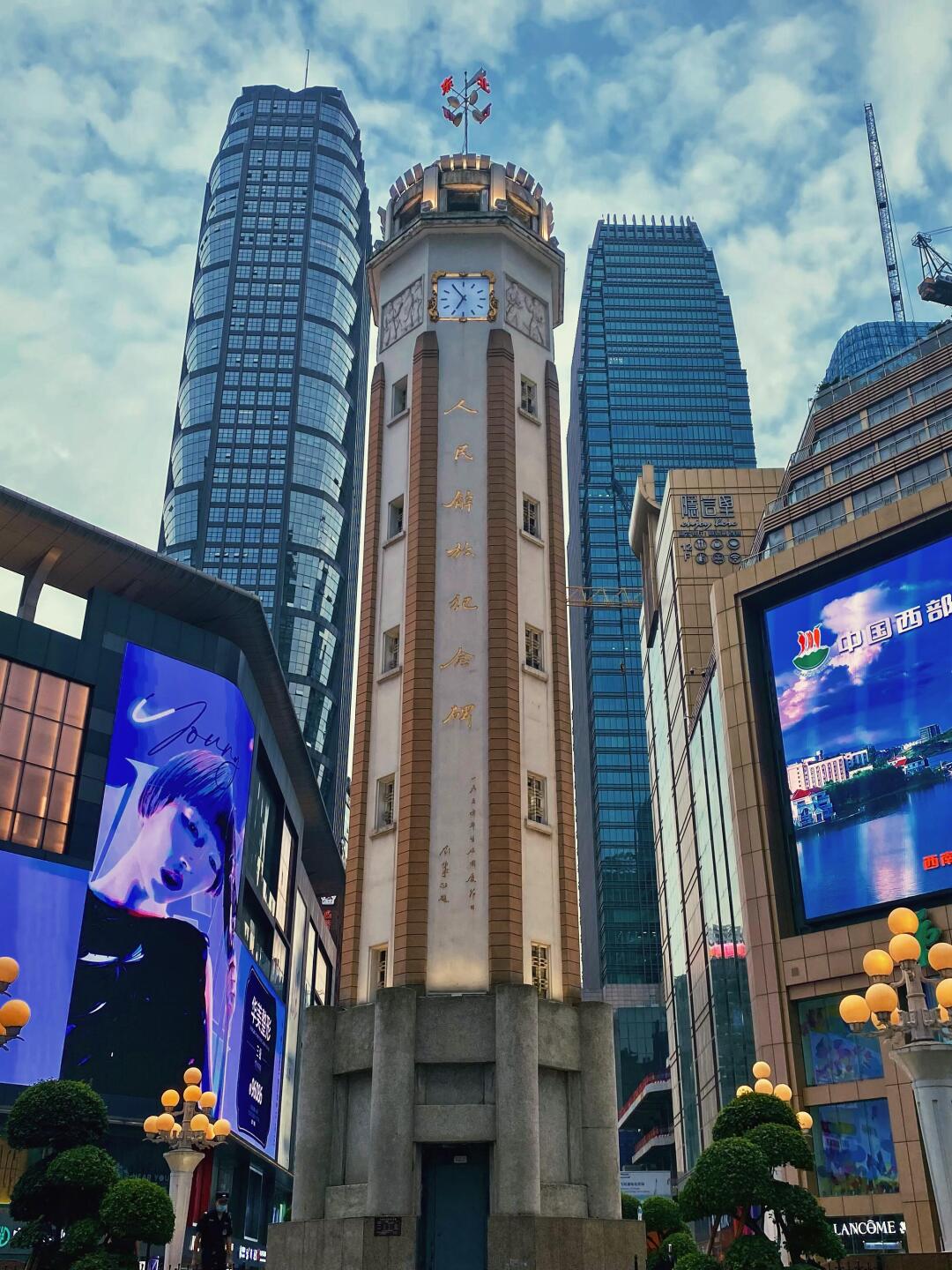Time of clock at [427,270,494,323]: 6:54
